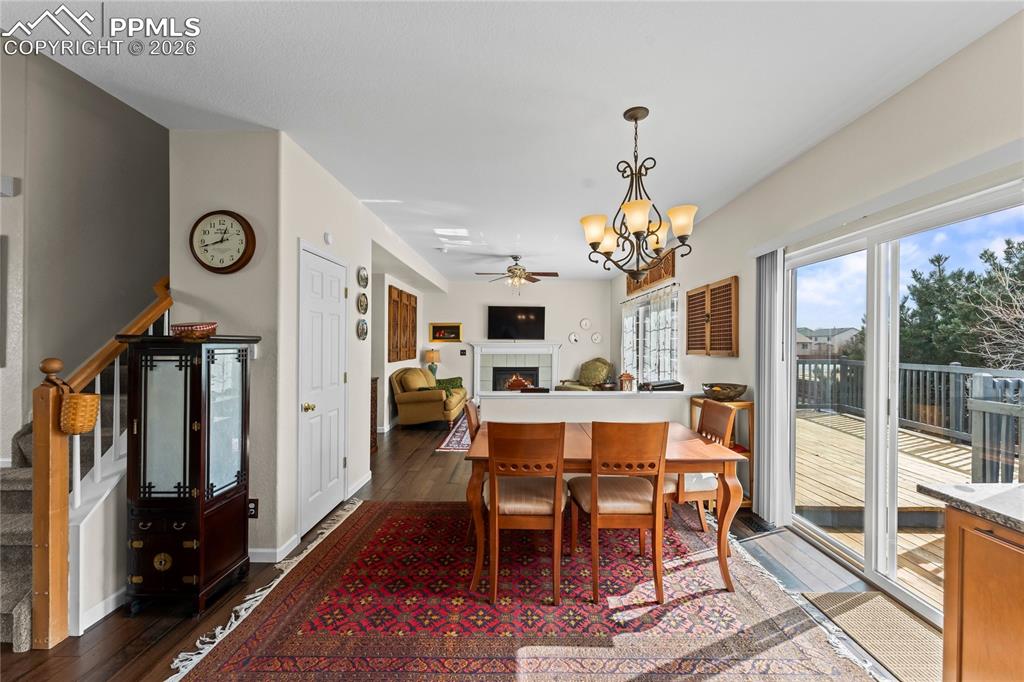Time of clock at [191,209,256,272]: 12:42
